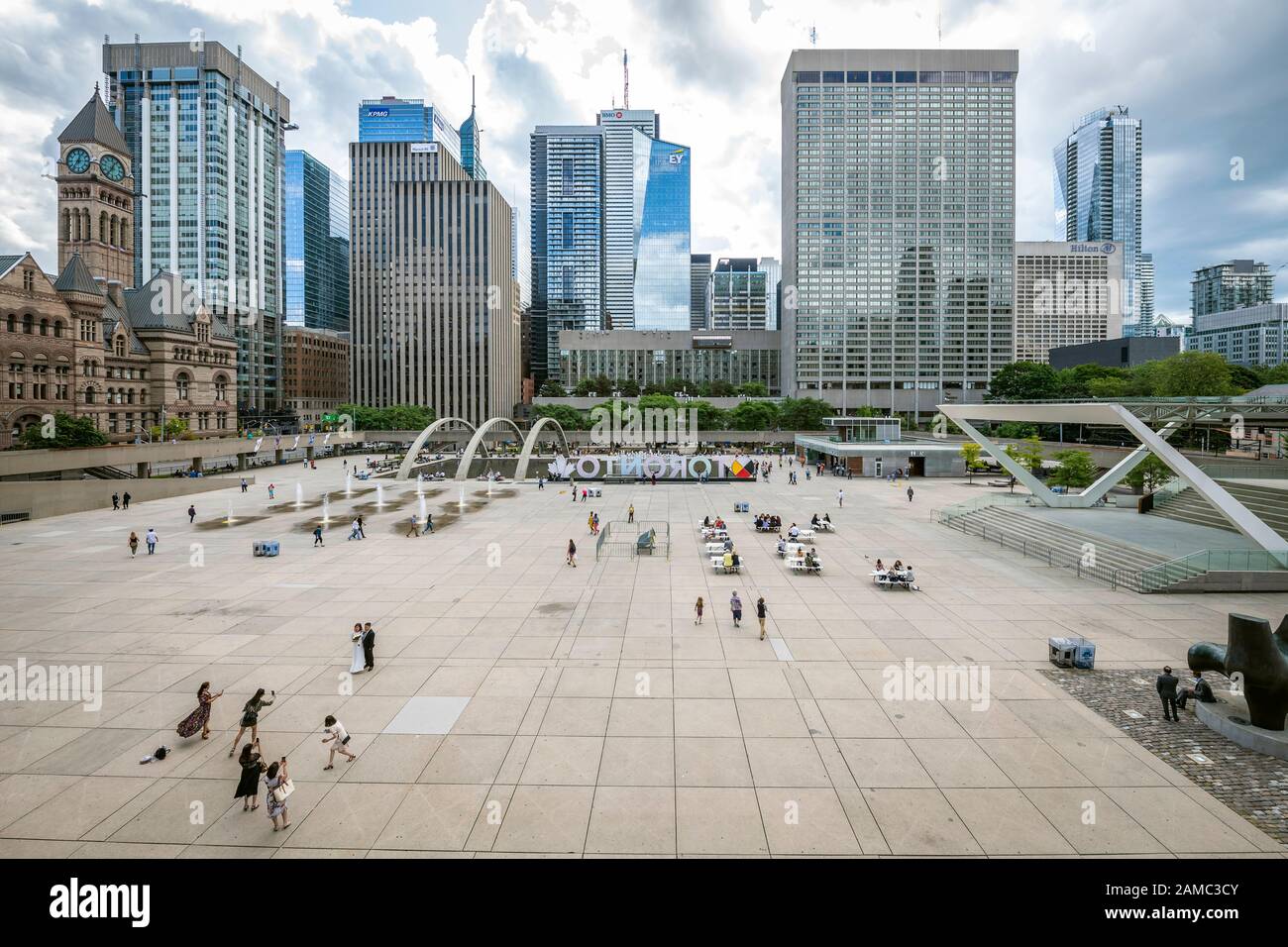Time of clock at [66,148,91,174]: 12:36
